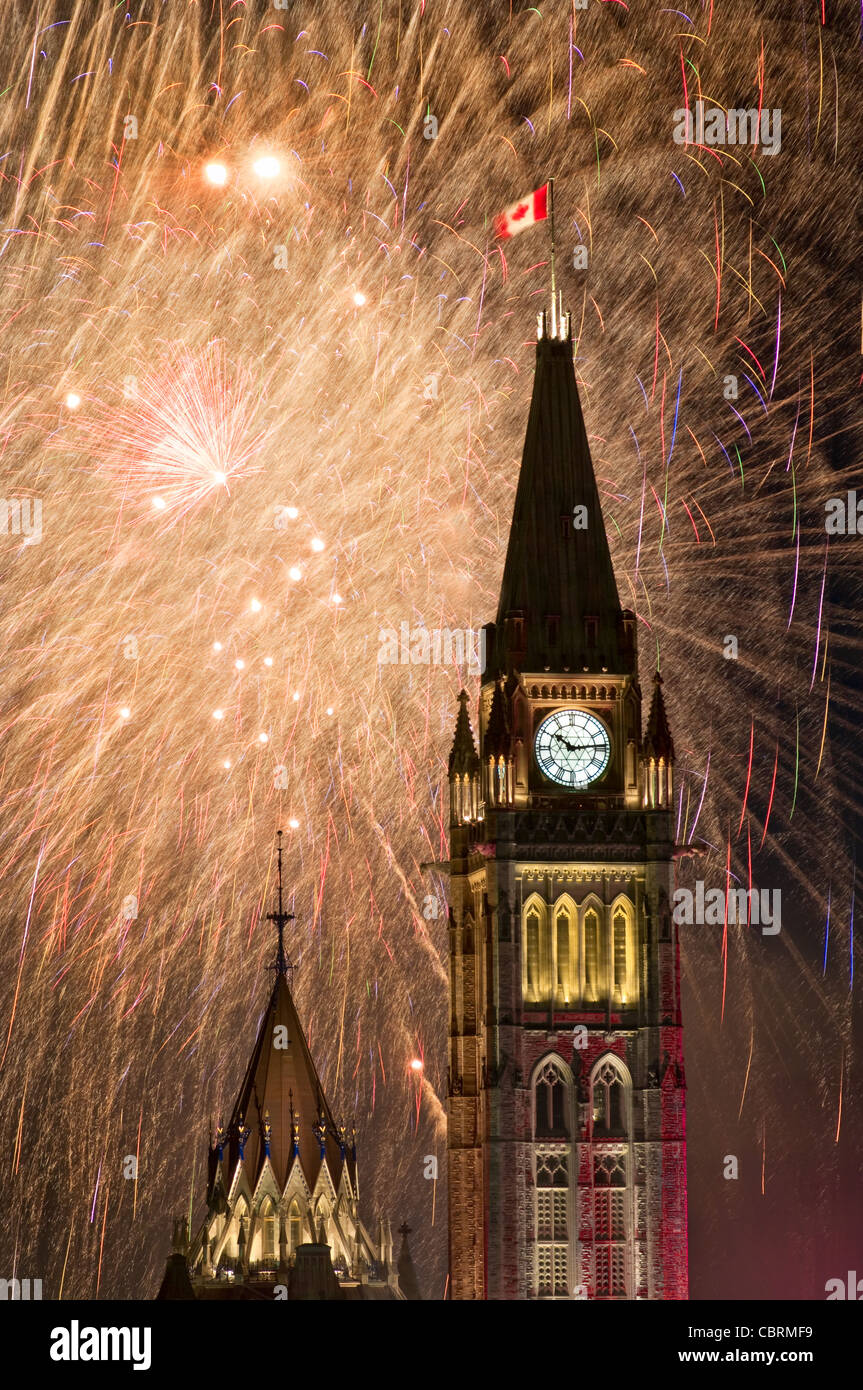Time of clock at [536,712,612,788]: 10:13
